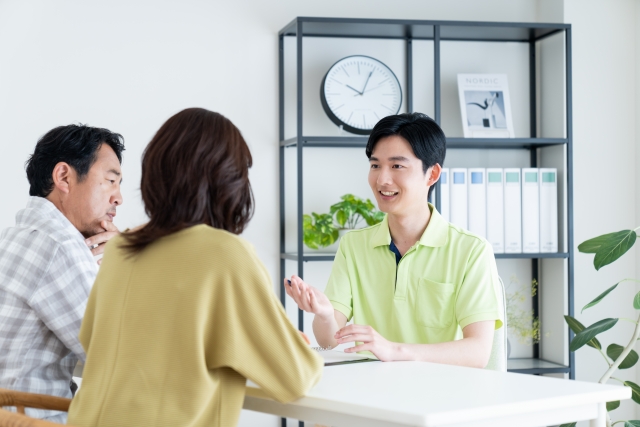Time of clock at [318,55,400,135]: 10:04
